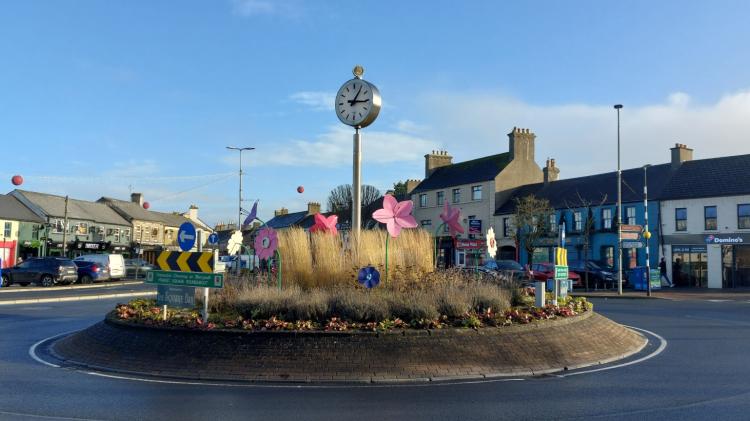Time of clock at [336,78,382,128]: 3:05
